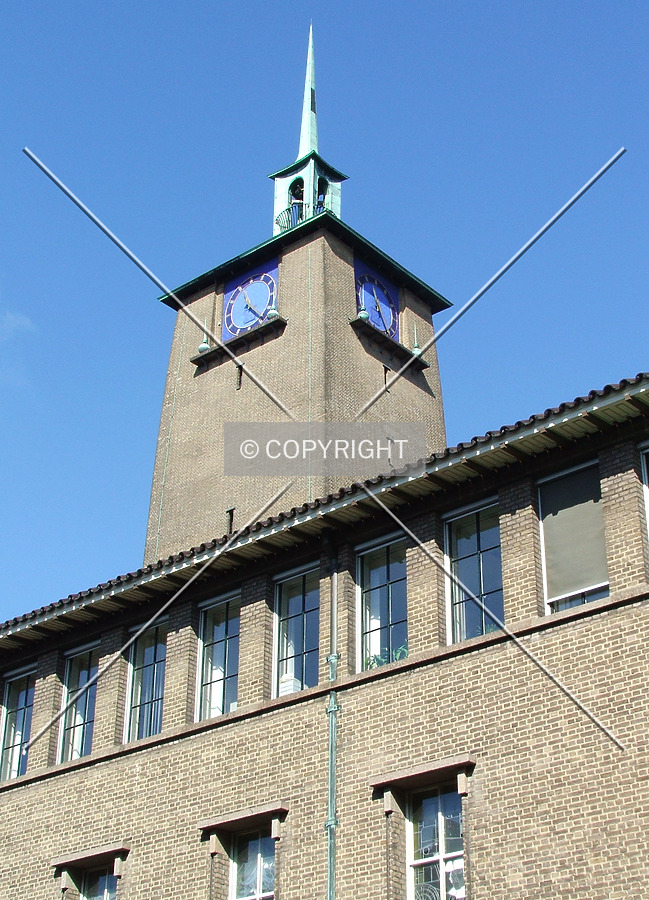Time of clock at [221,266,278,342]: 11:22
